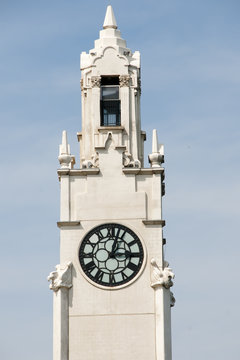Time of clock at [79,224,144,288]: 3:02
